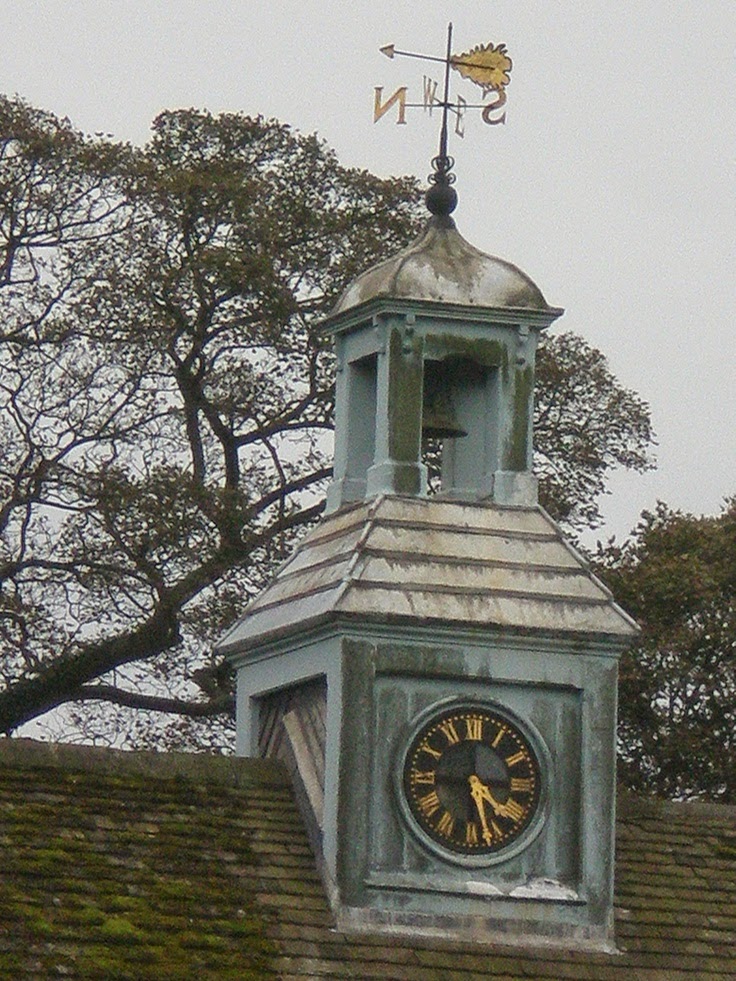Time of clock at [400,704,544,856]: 4:27
